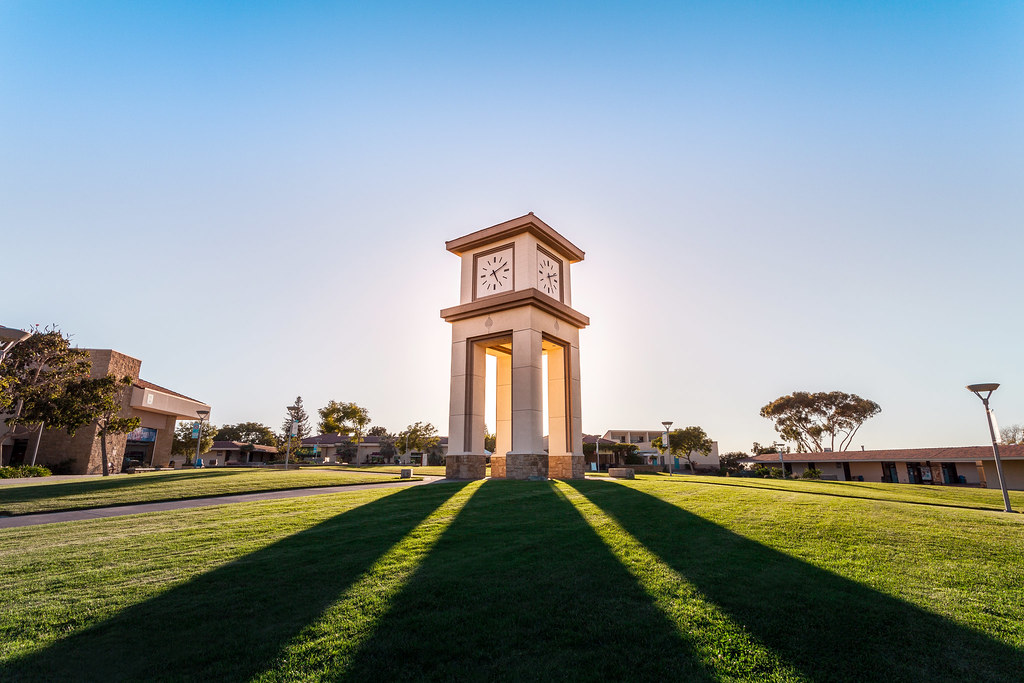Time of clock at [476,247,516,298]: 5:11
